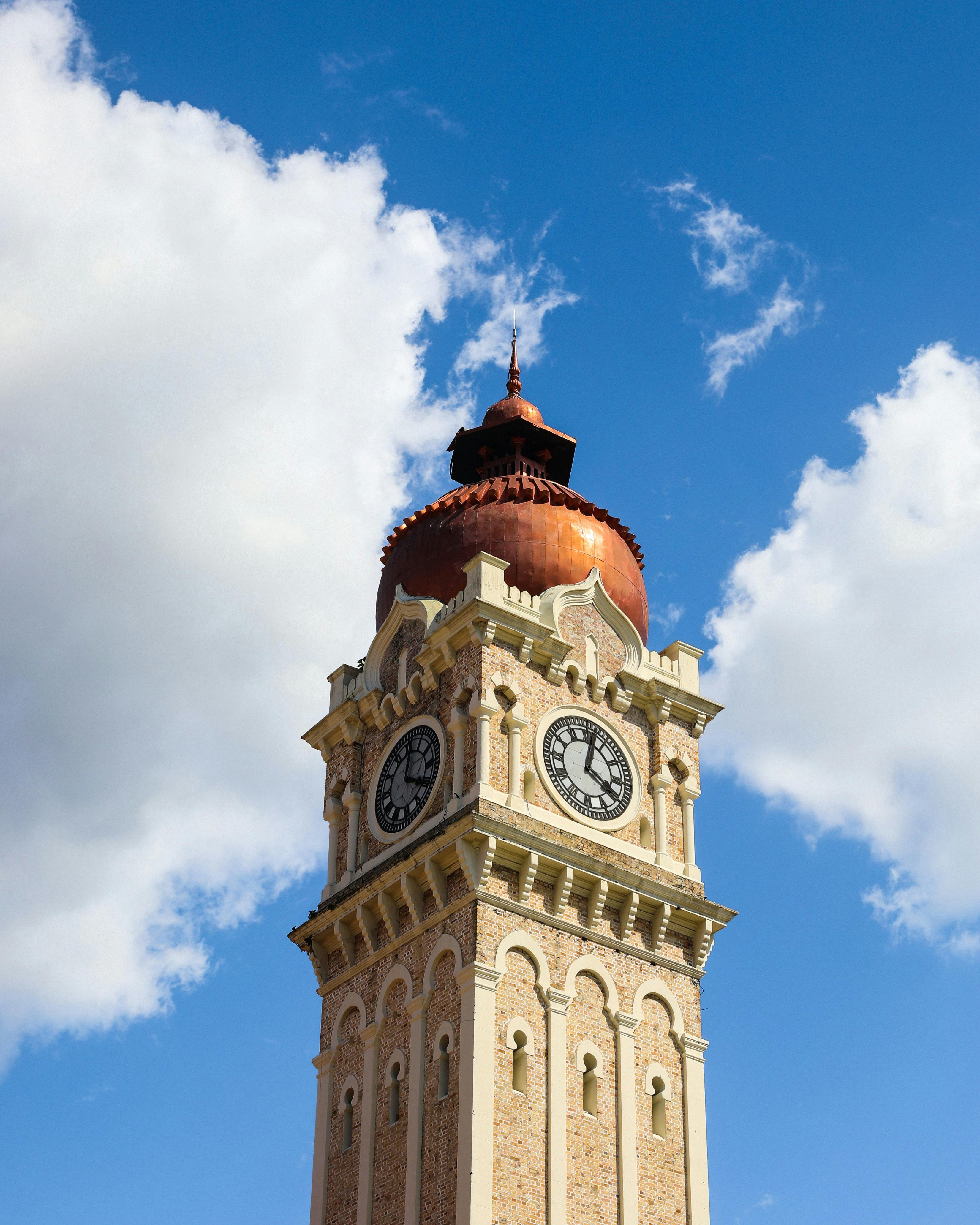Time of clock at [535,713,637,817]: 4:01
